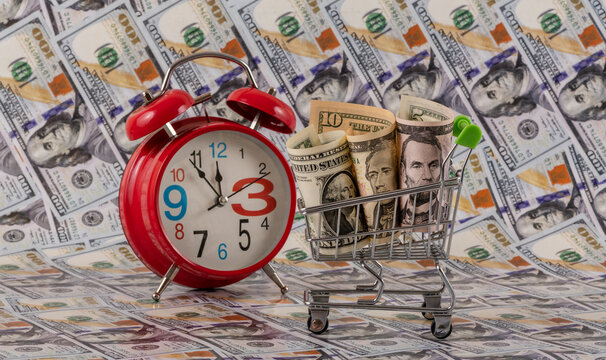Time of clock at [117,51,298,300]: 11:53
